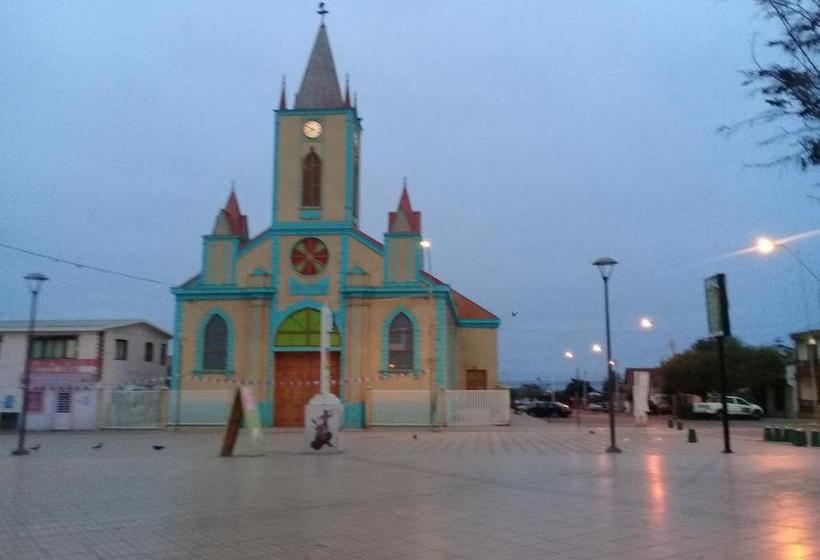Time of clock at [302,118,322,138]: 7:49
